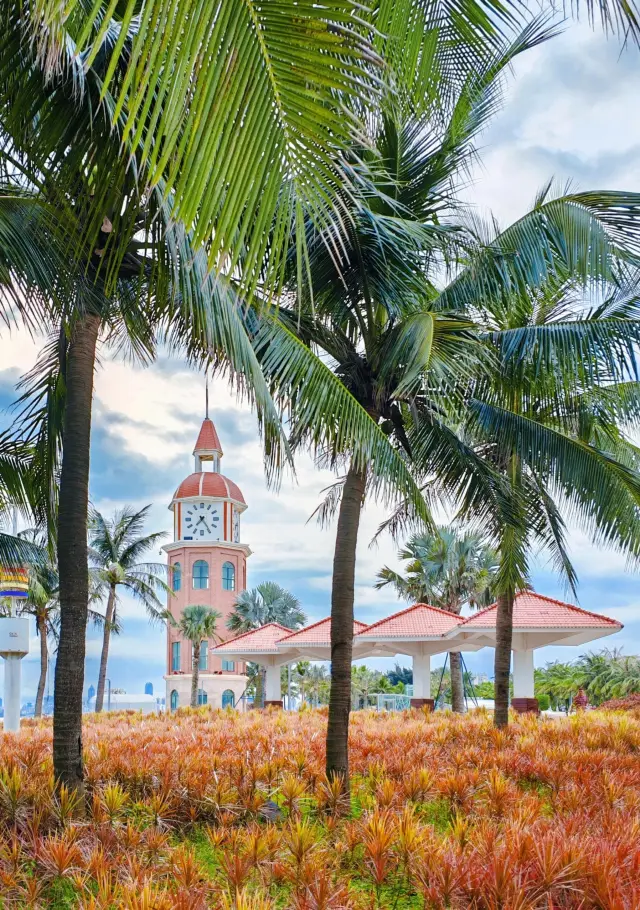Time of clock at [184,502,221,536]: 7:24
